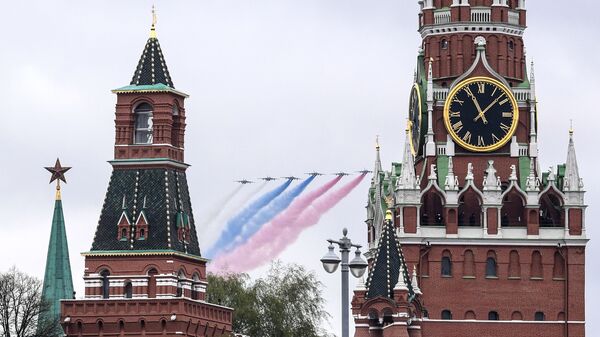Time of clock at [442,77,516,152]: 11:07
